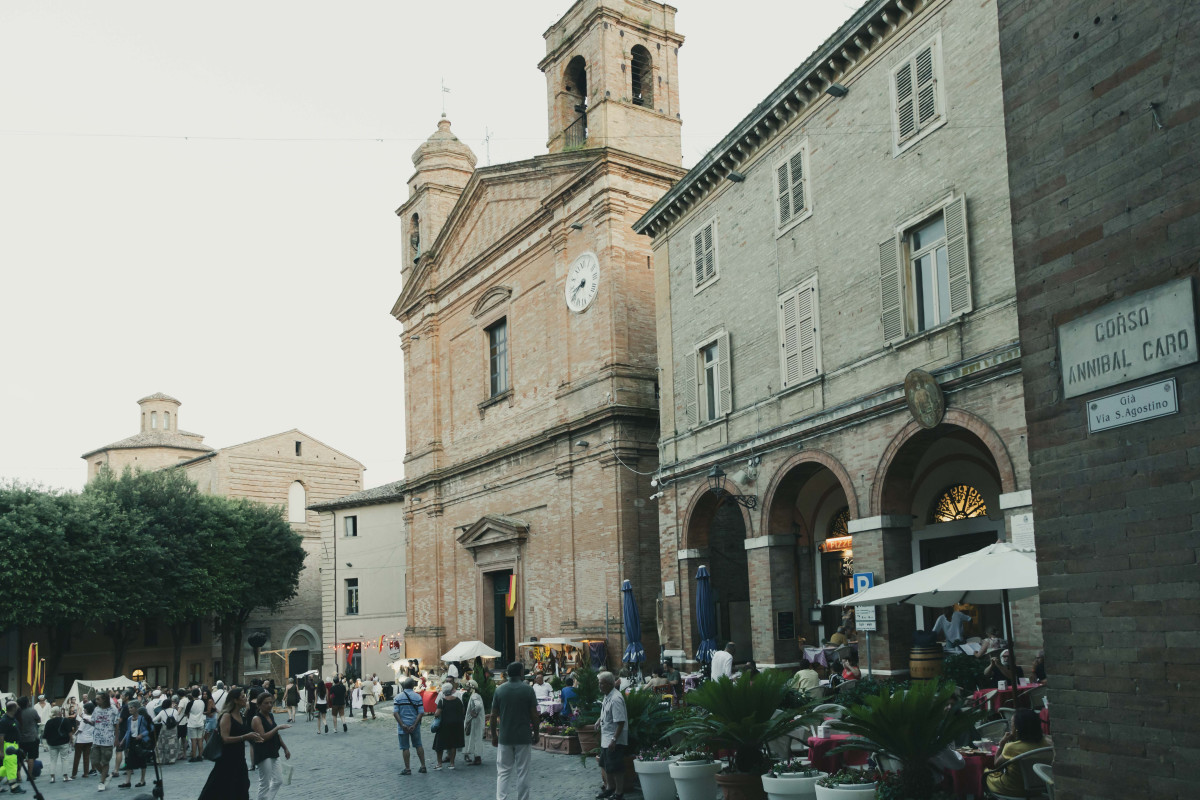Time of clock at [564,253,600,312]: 8:40
